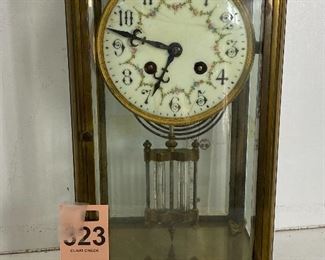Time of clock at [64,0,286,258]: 6:47
